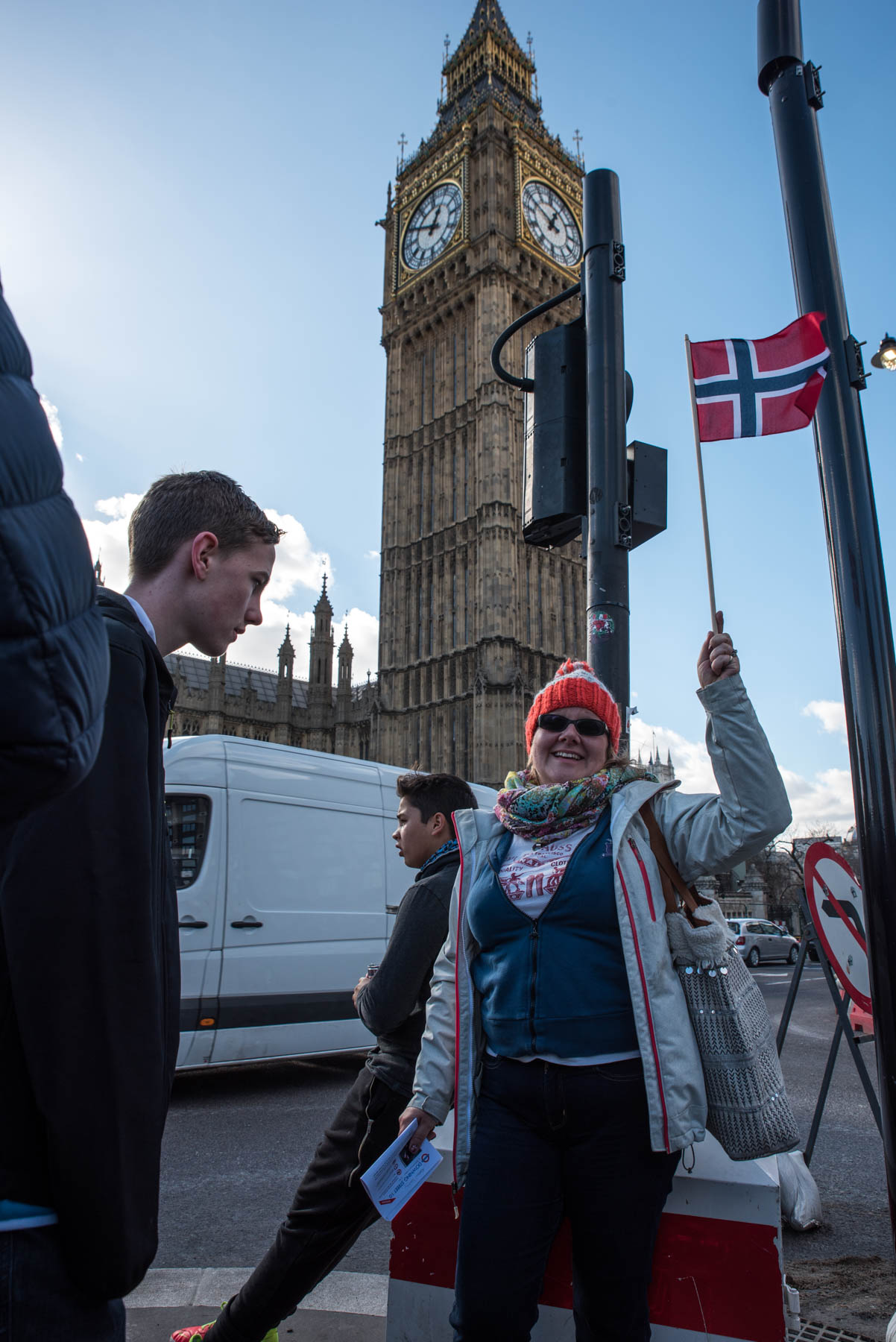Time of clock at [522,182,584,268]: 12:49
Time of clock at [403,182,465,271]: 12:49
